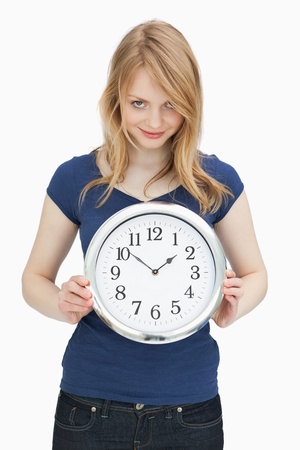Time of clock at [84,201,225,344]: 1:51
